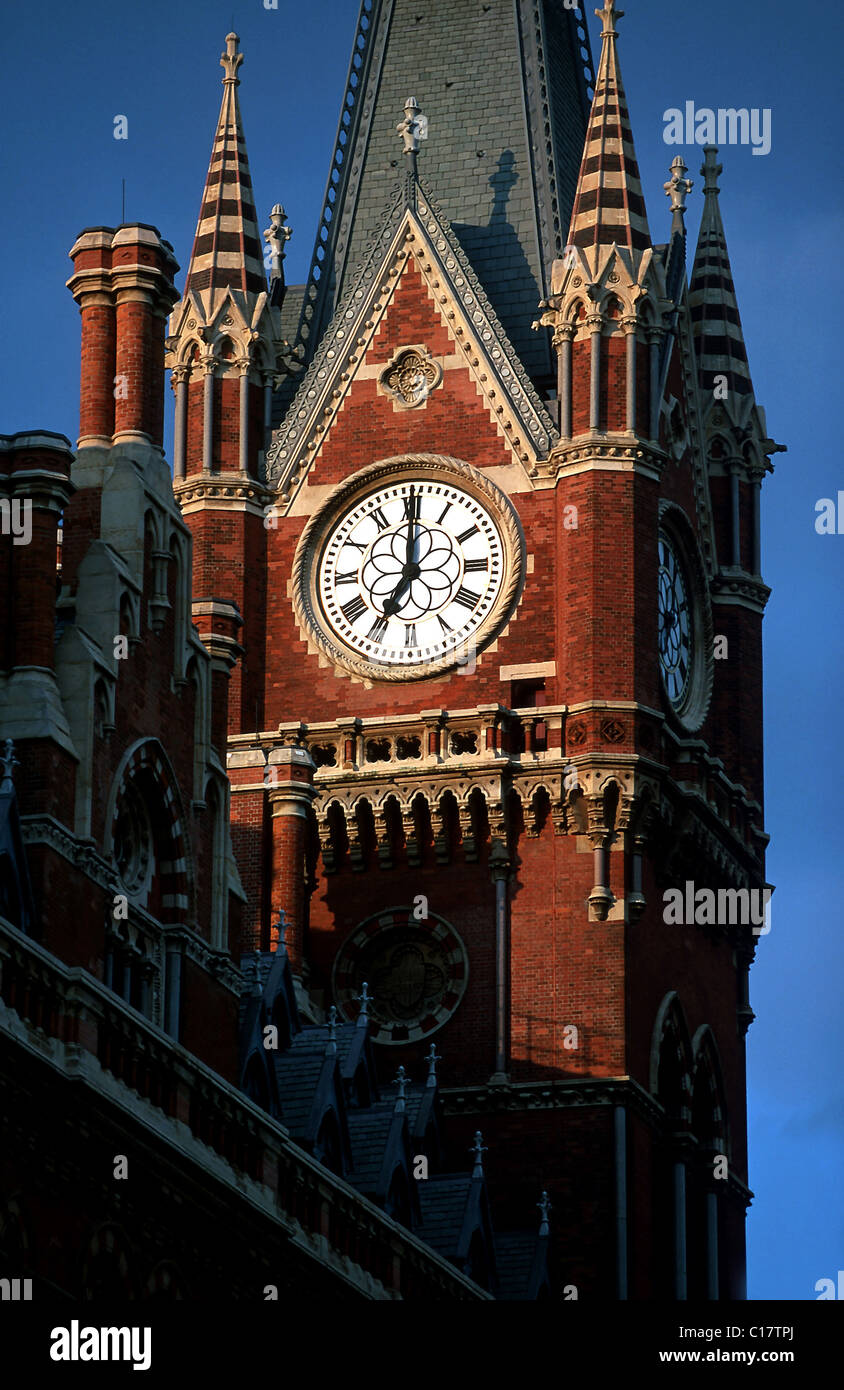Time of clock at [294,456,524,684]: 7:00
